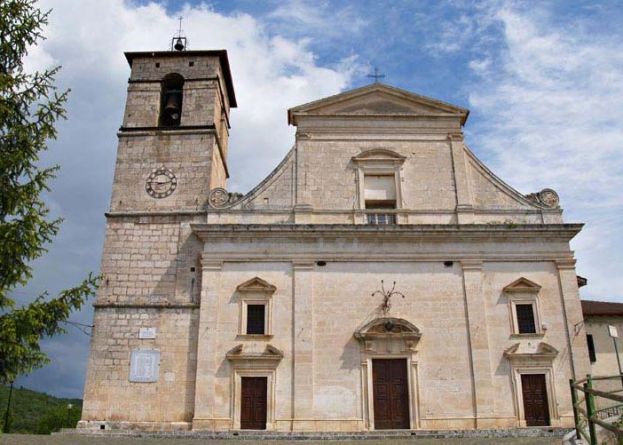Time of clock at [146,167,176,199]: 9:12
